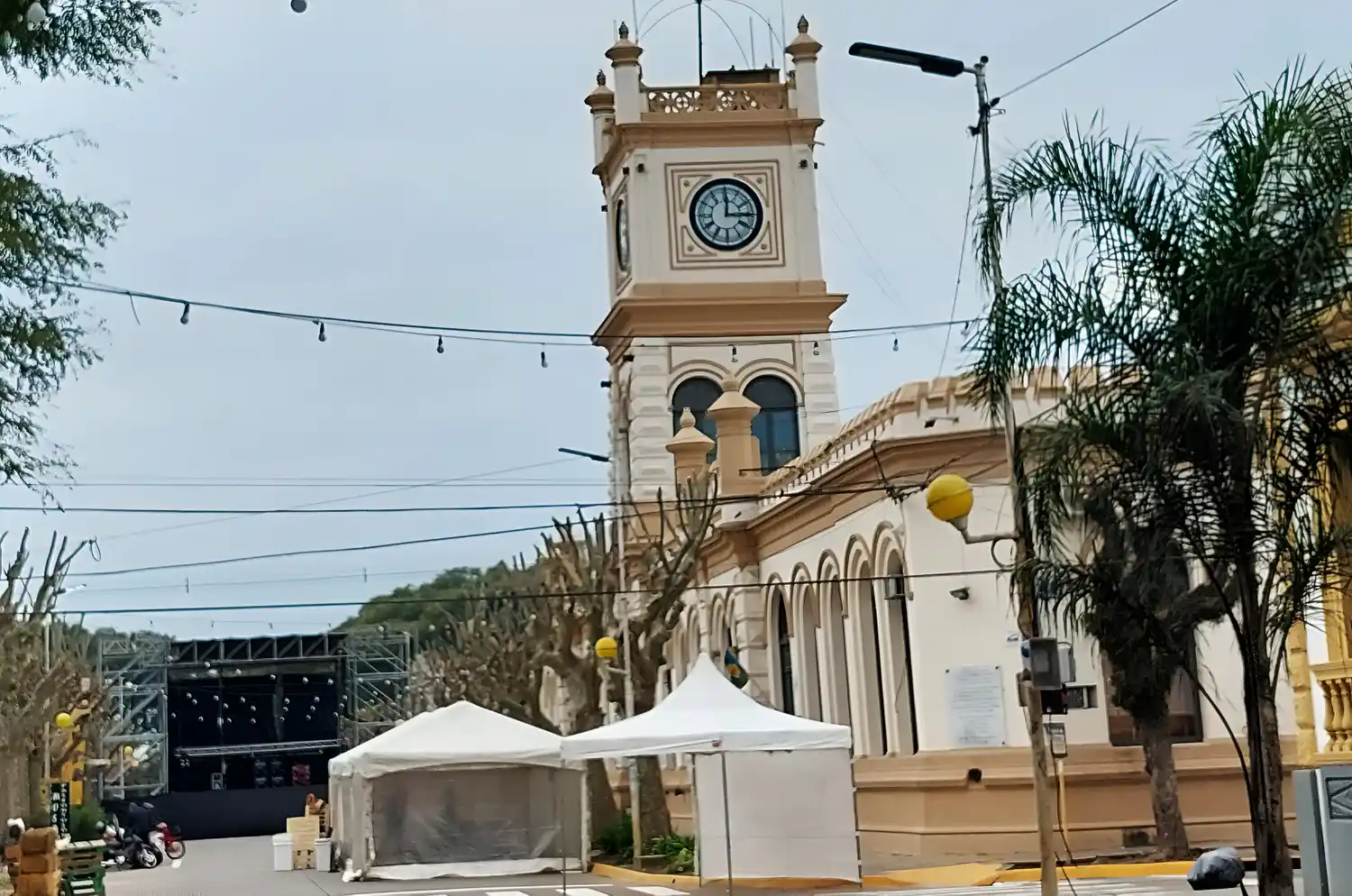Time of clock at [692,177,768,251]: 12:14
